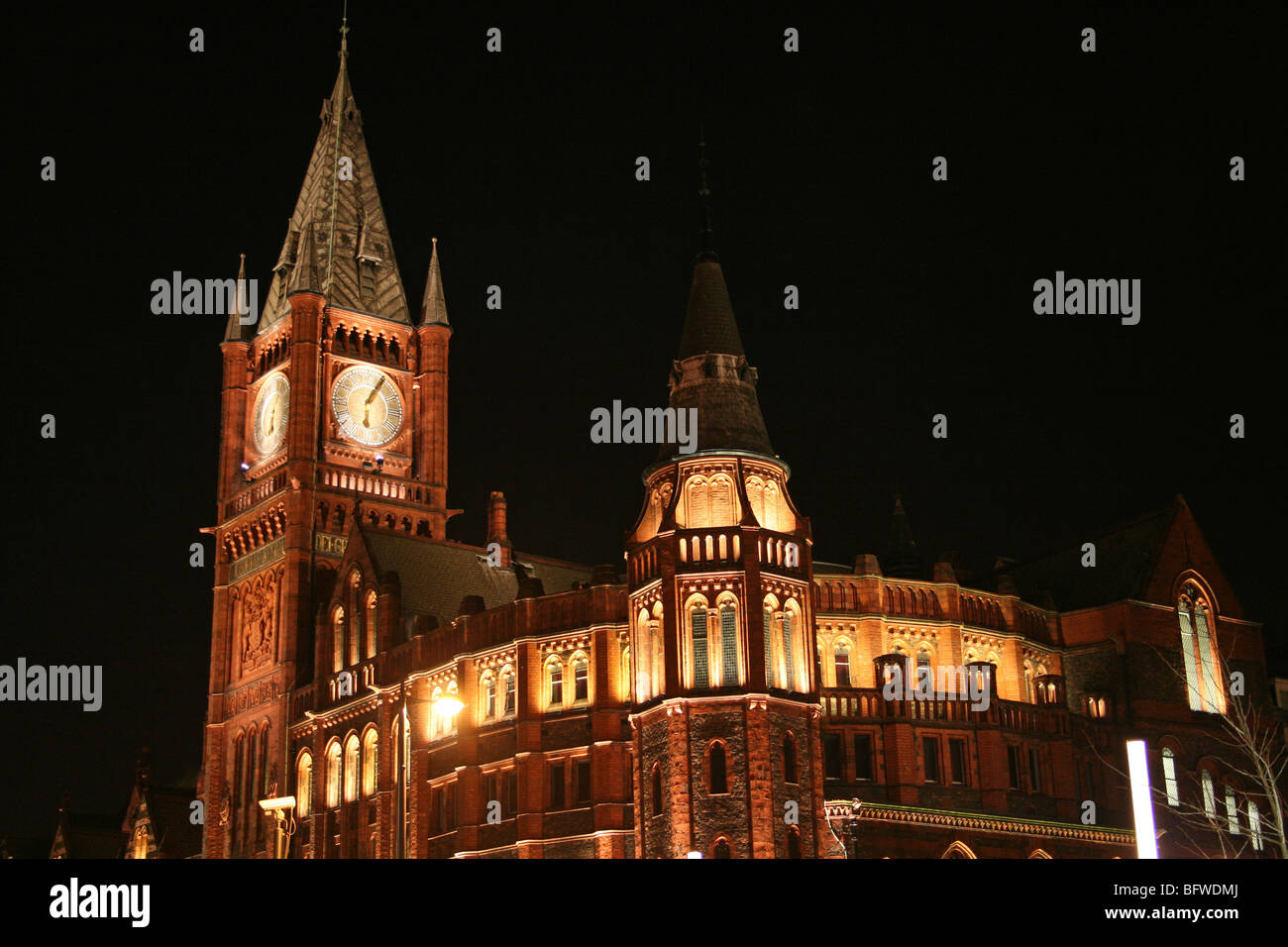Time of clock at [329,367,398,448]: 6:05
